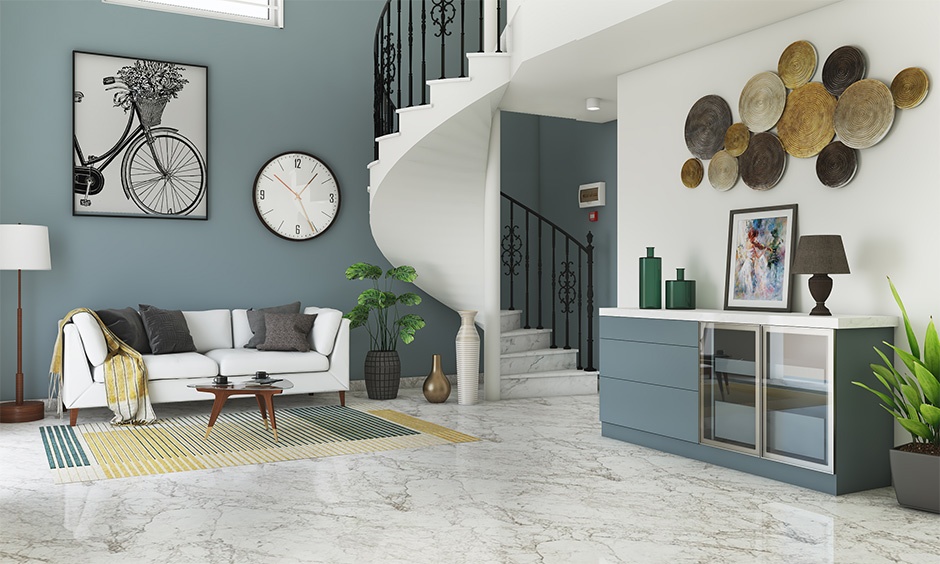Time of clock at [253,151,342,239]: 1:25
